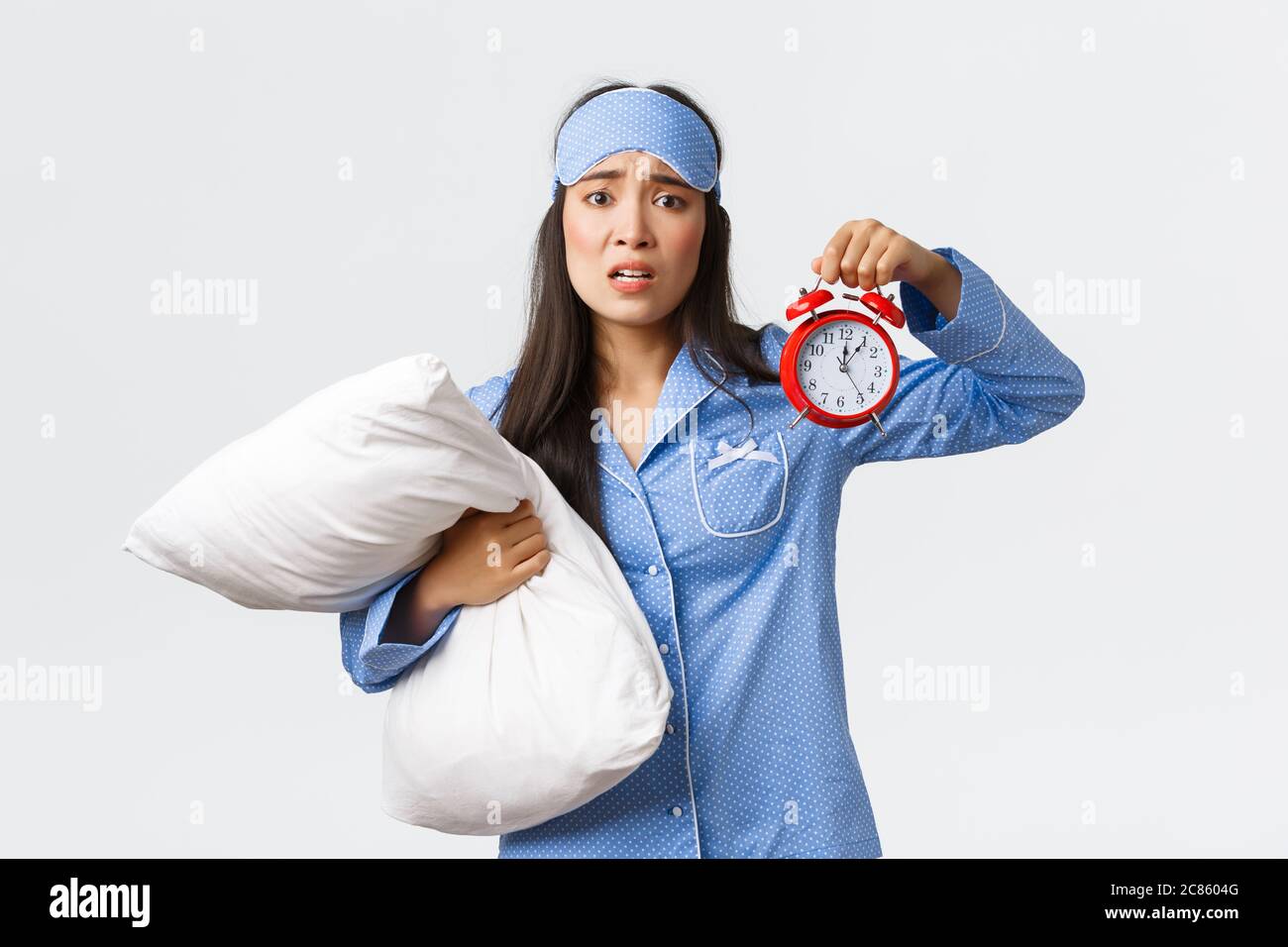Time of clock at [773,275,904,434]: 12:06
